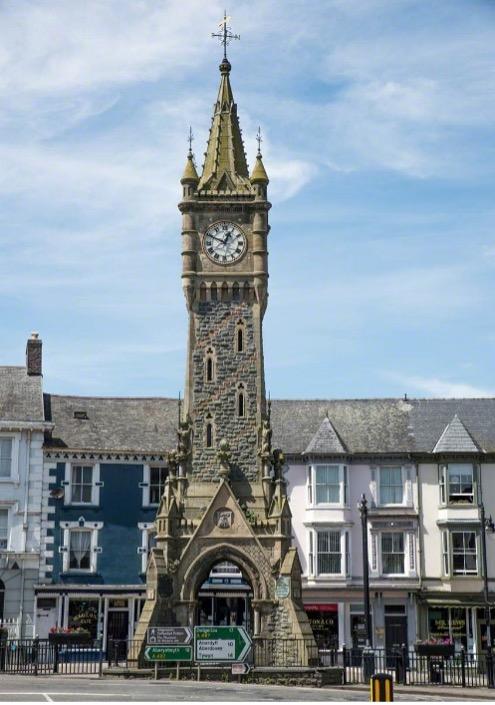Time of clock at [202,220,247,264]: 12:49
